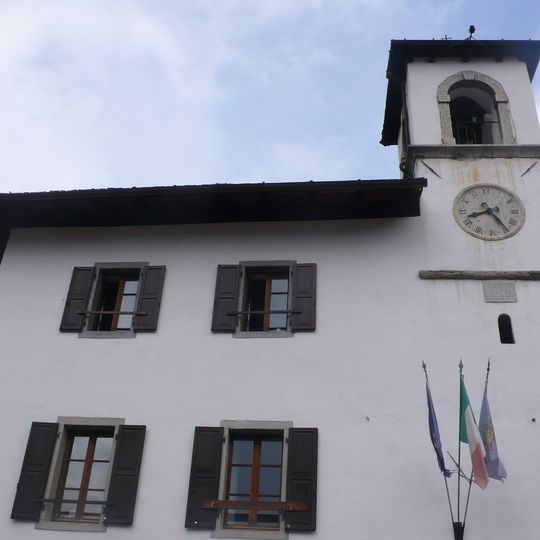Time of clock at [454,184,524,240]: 8:24
